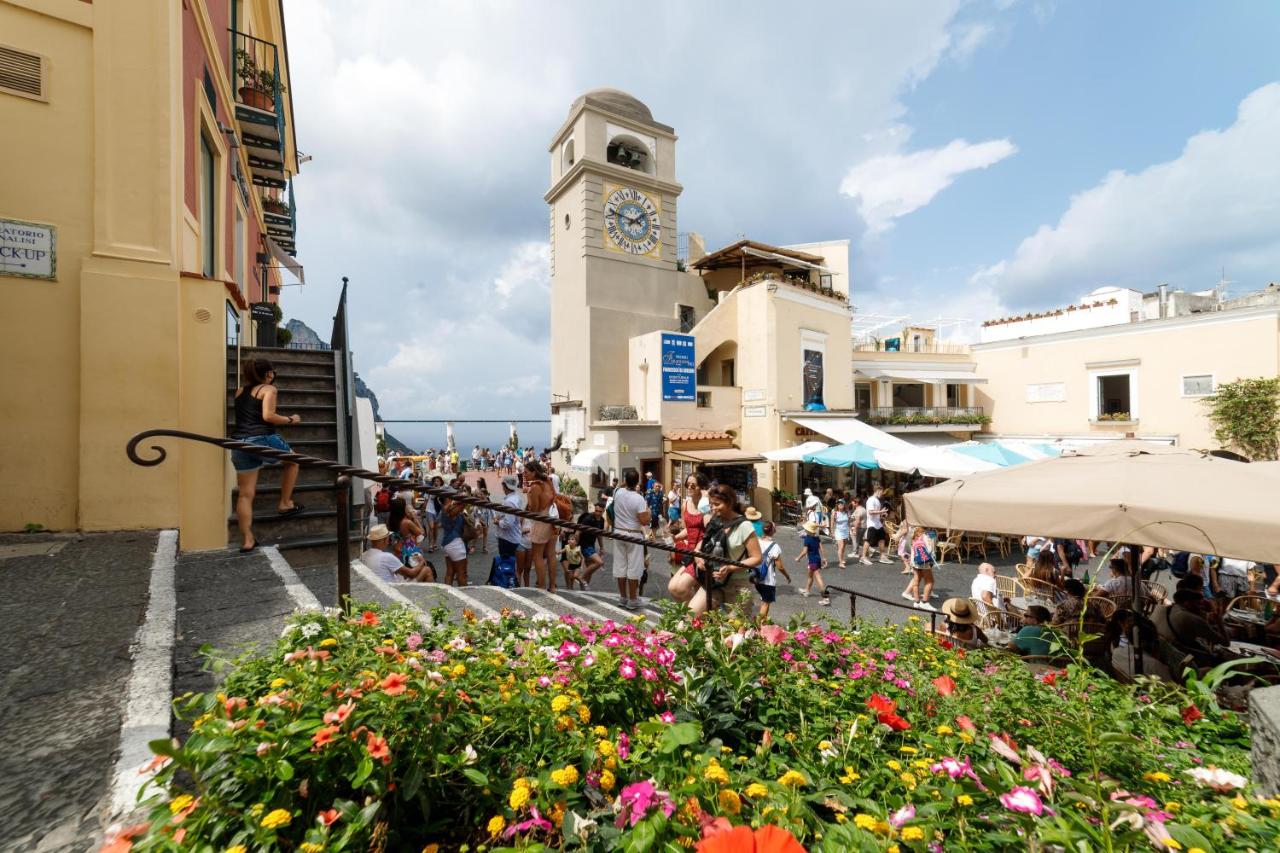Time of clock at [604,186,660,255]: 1:46
